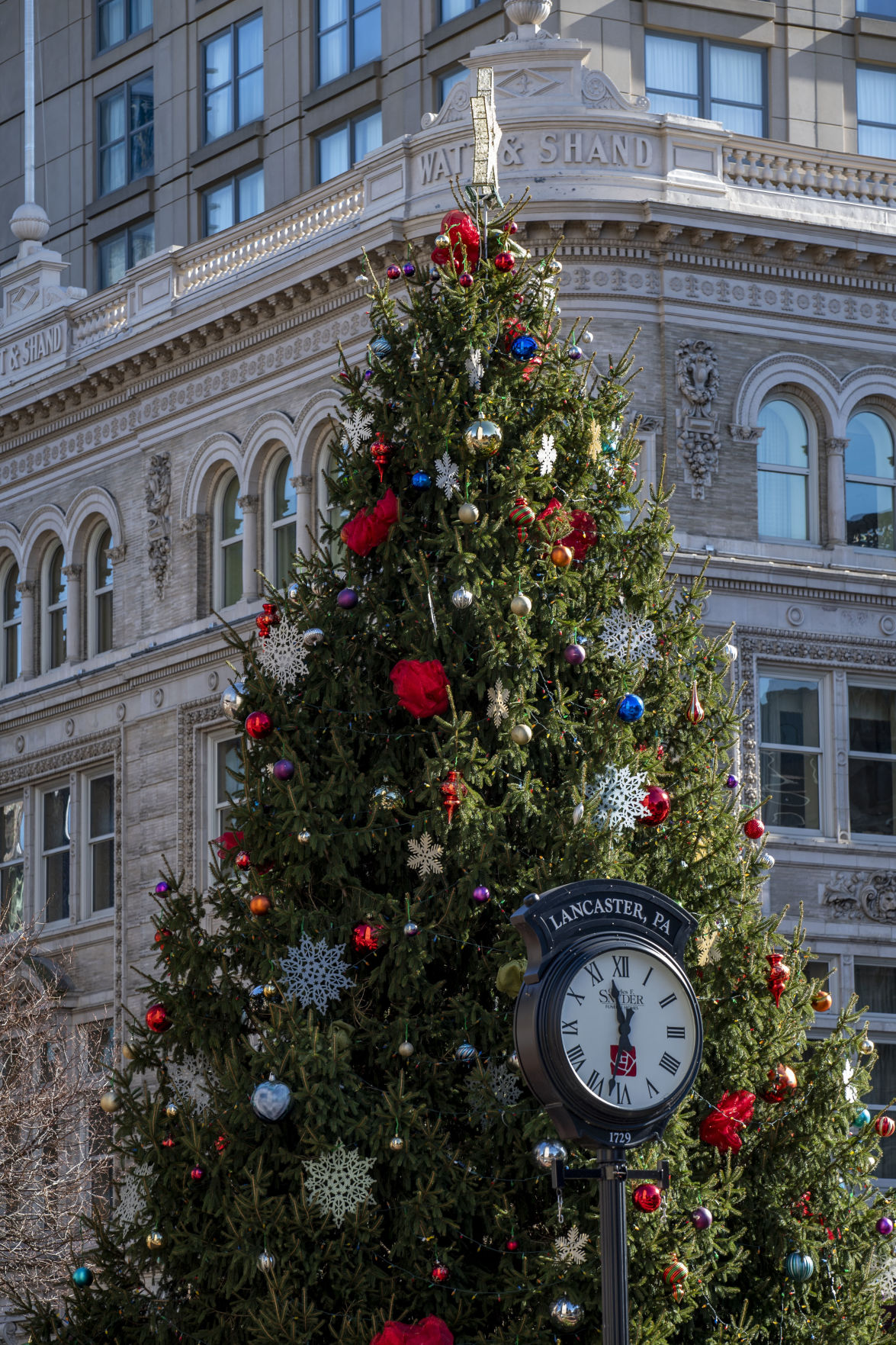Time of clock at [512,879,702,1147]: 11:32
